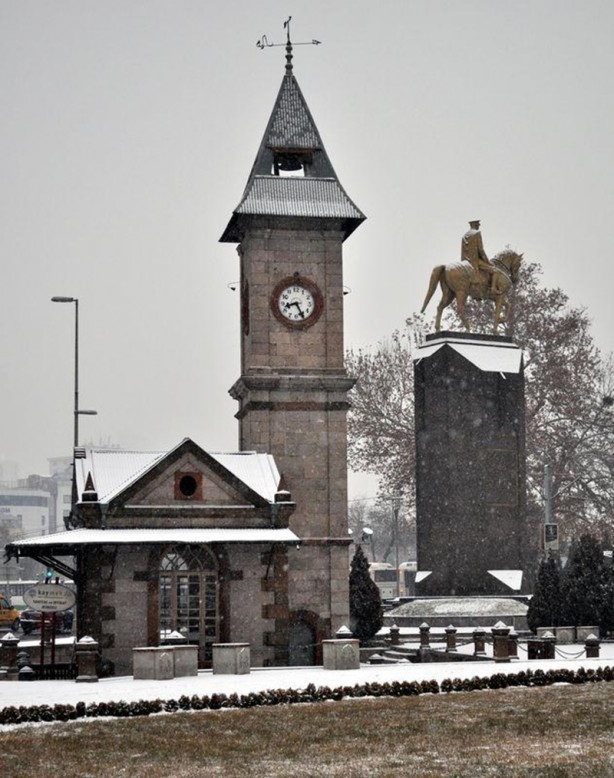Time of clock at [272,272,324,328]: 8:25
